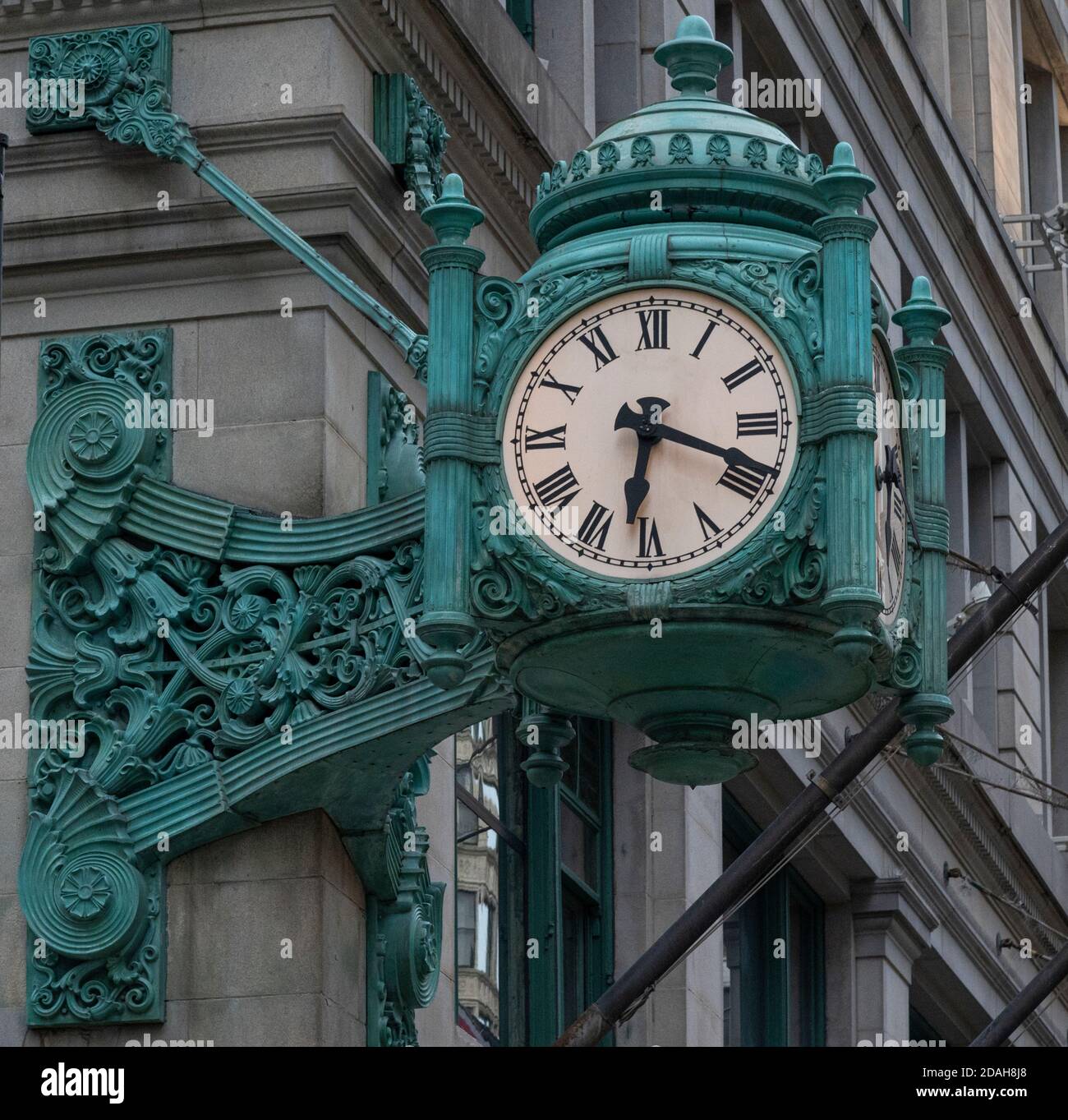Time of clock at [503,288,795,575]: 6:18
